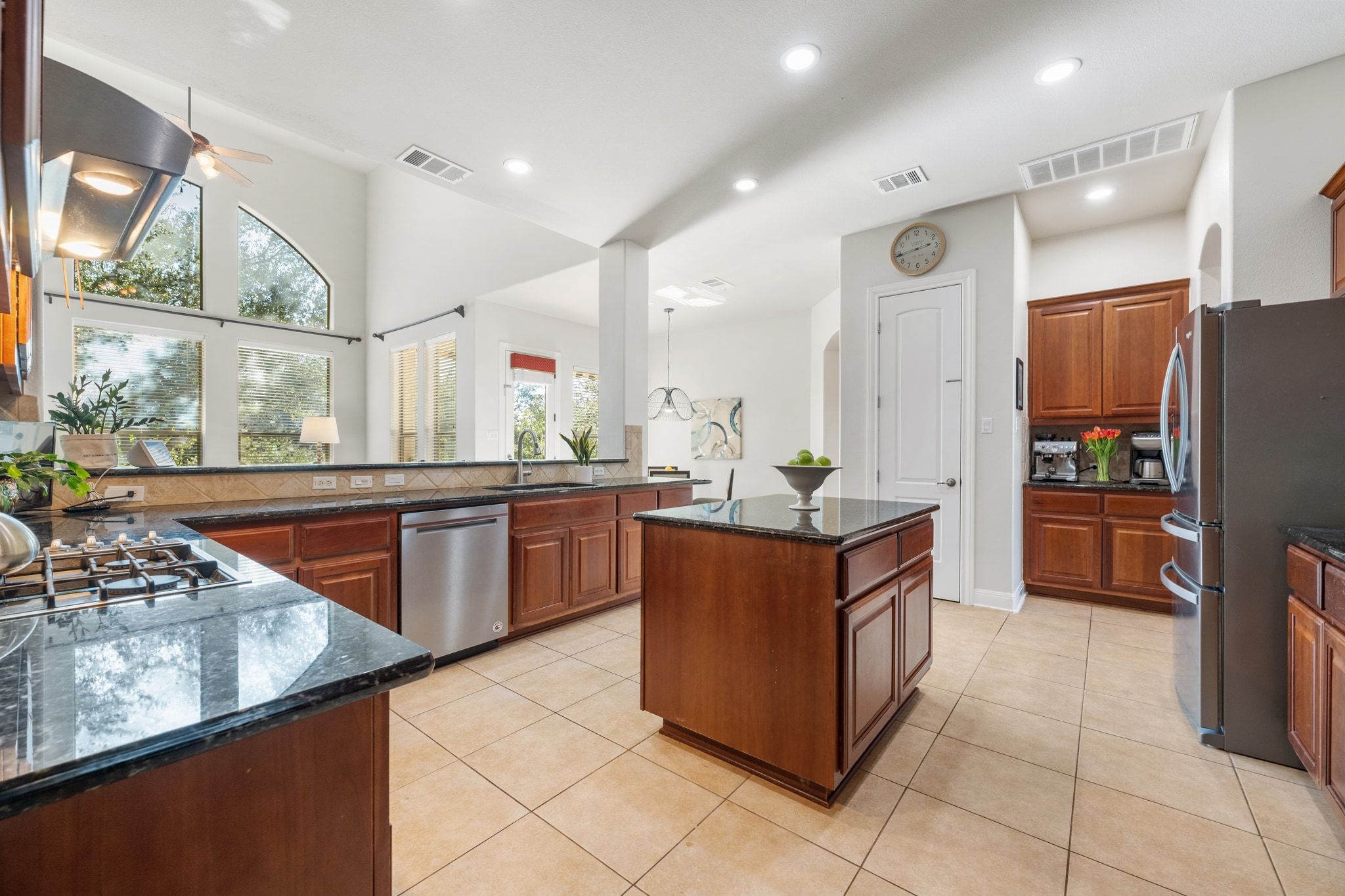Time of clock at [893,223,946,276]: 2:43
